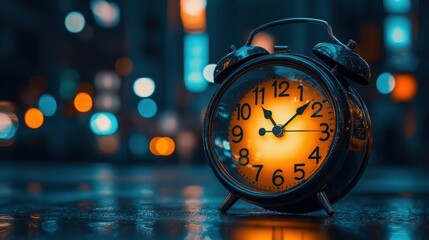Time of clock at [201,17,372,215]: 11:08
